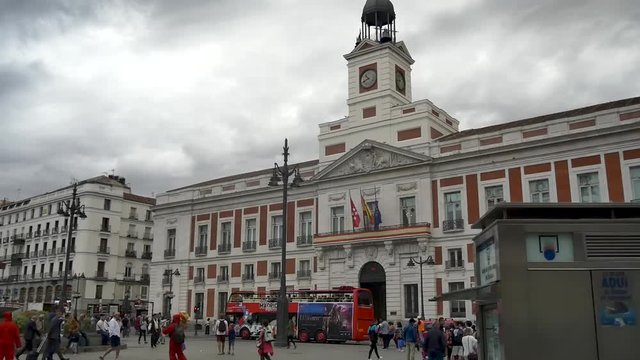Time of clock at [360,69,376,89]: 10:41
